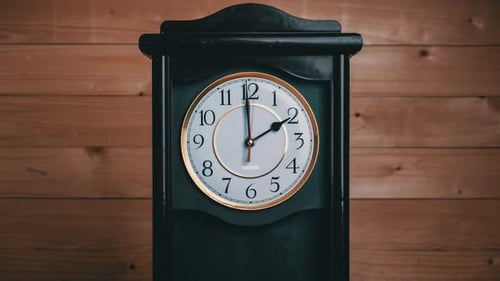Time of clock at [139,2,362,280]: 1:59
